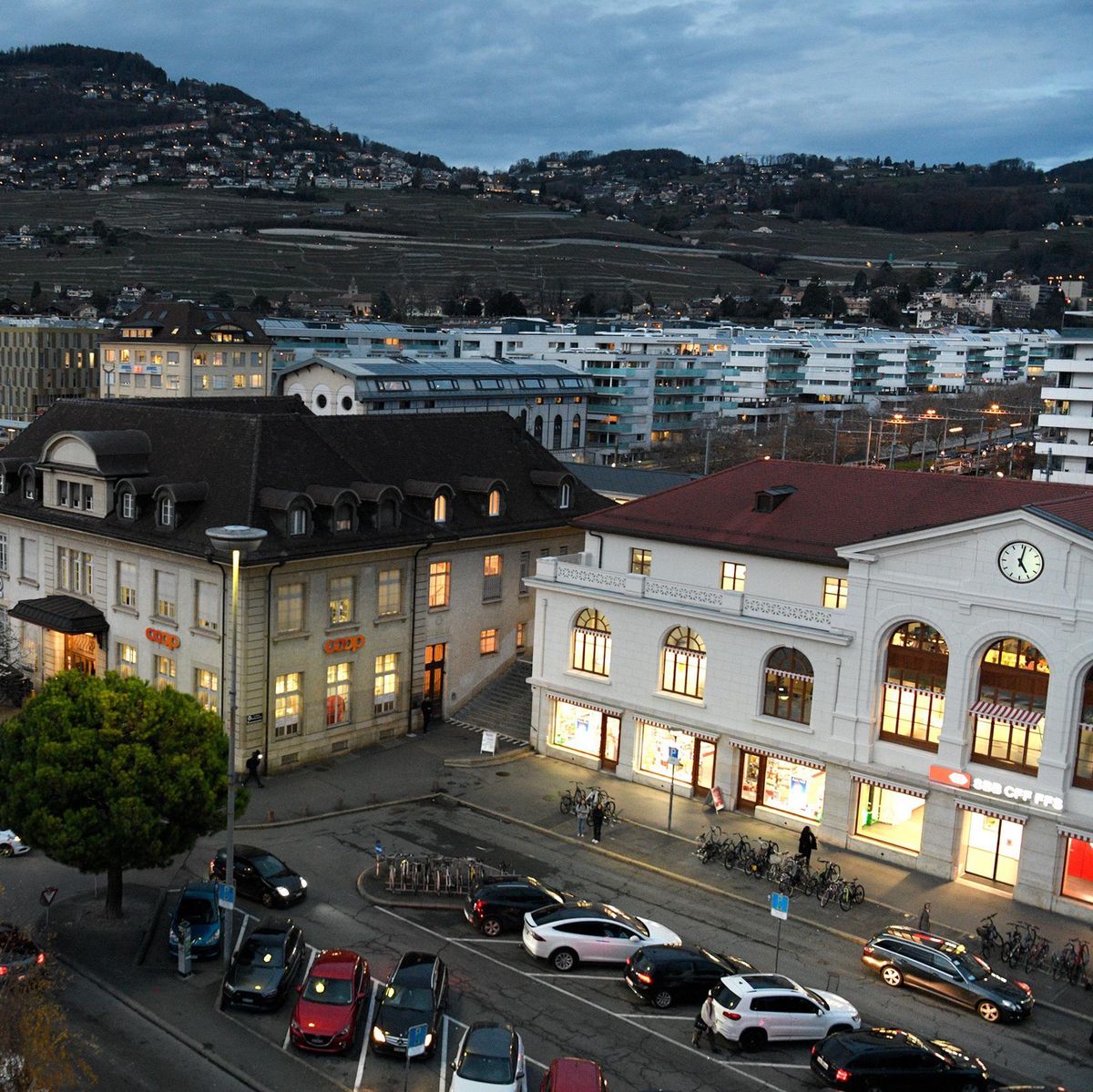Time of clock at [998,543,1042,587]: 5:01
